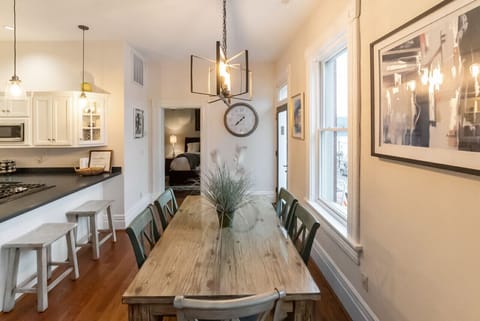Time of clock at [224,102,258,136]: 7:37
